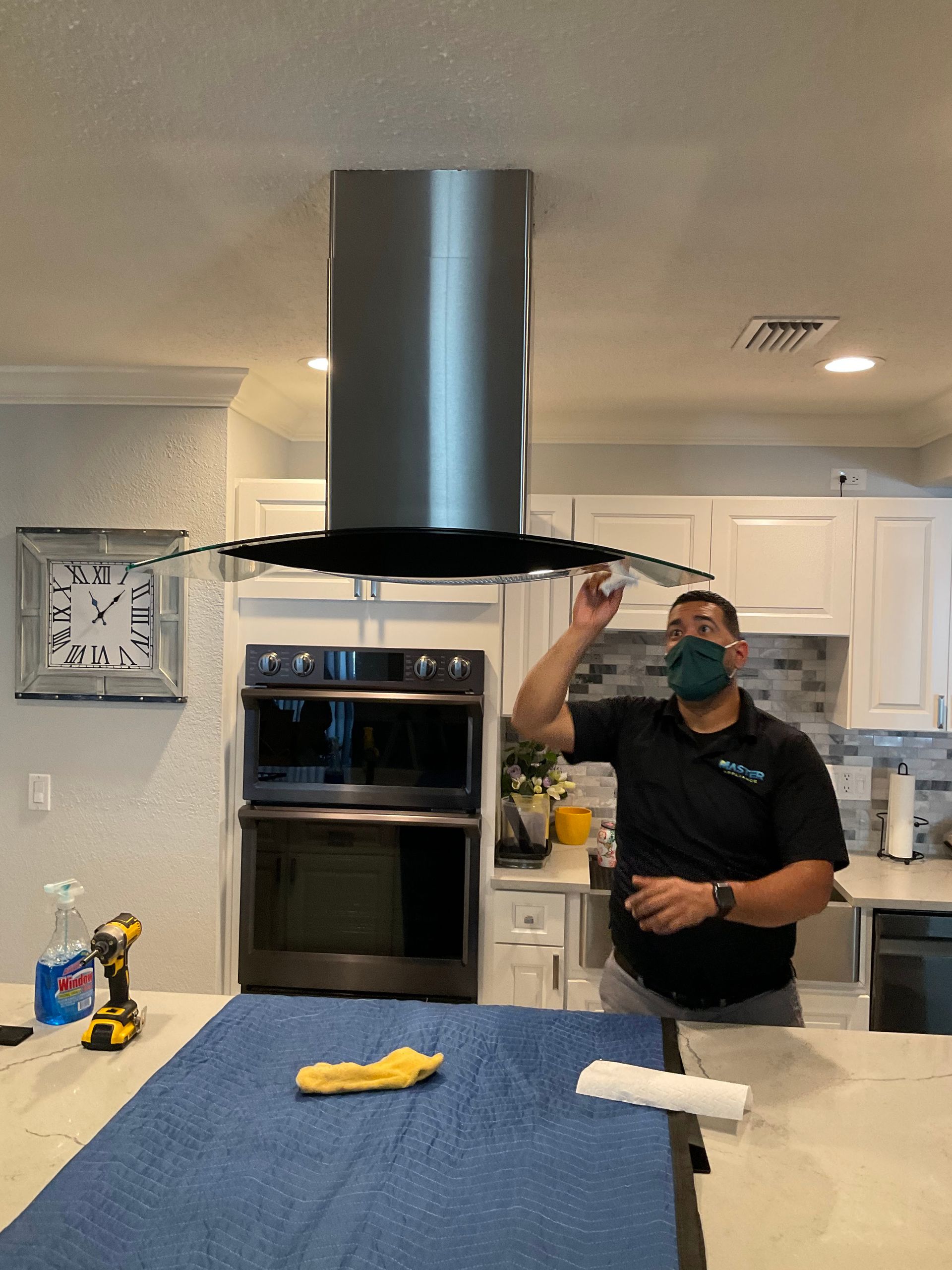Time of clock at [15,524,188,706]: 11:07
